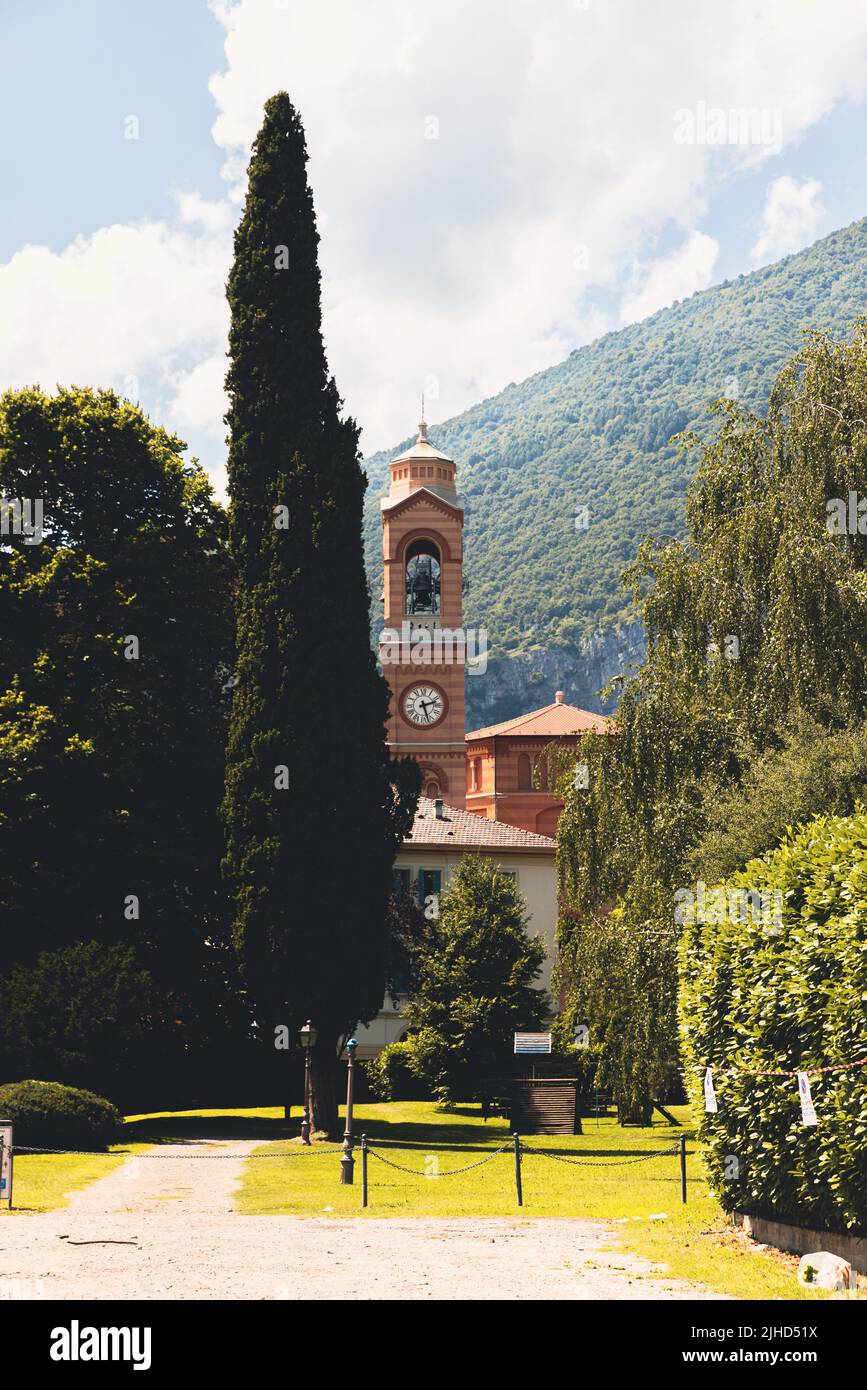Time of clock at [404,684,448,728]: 2:27
